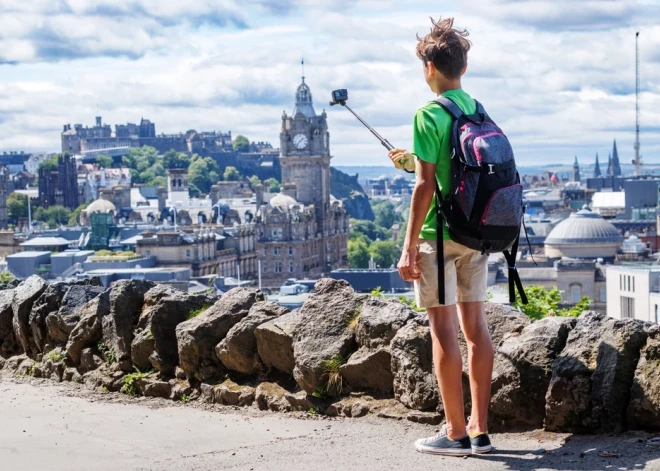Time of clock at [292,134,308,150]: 1:37
